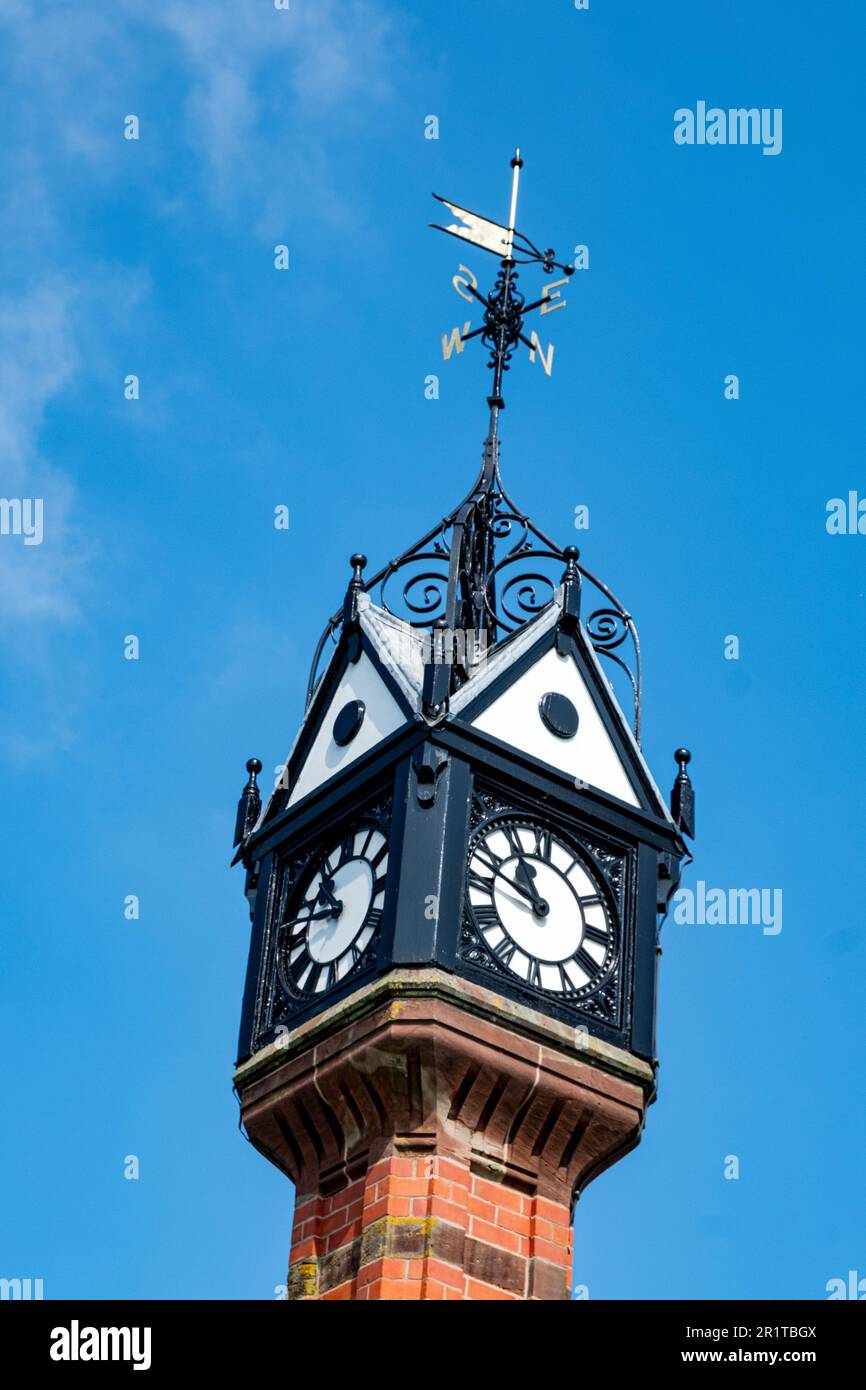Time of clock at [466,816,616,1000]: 10:47
